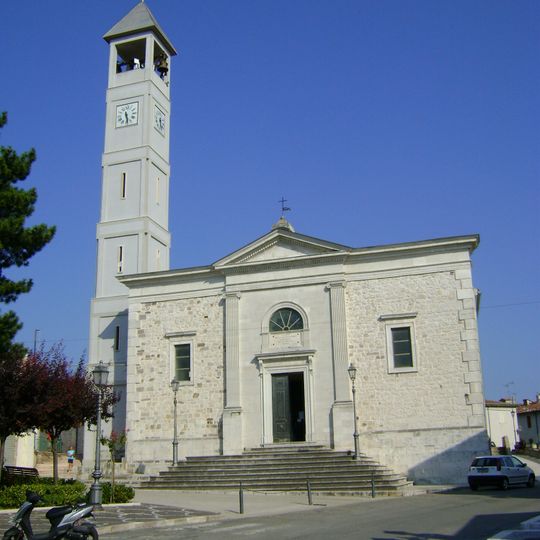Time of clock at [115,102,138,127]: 5:28
